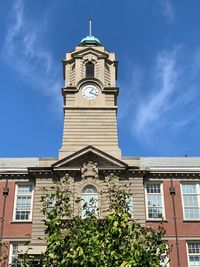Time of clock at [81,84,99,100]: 1:18
